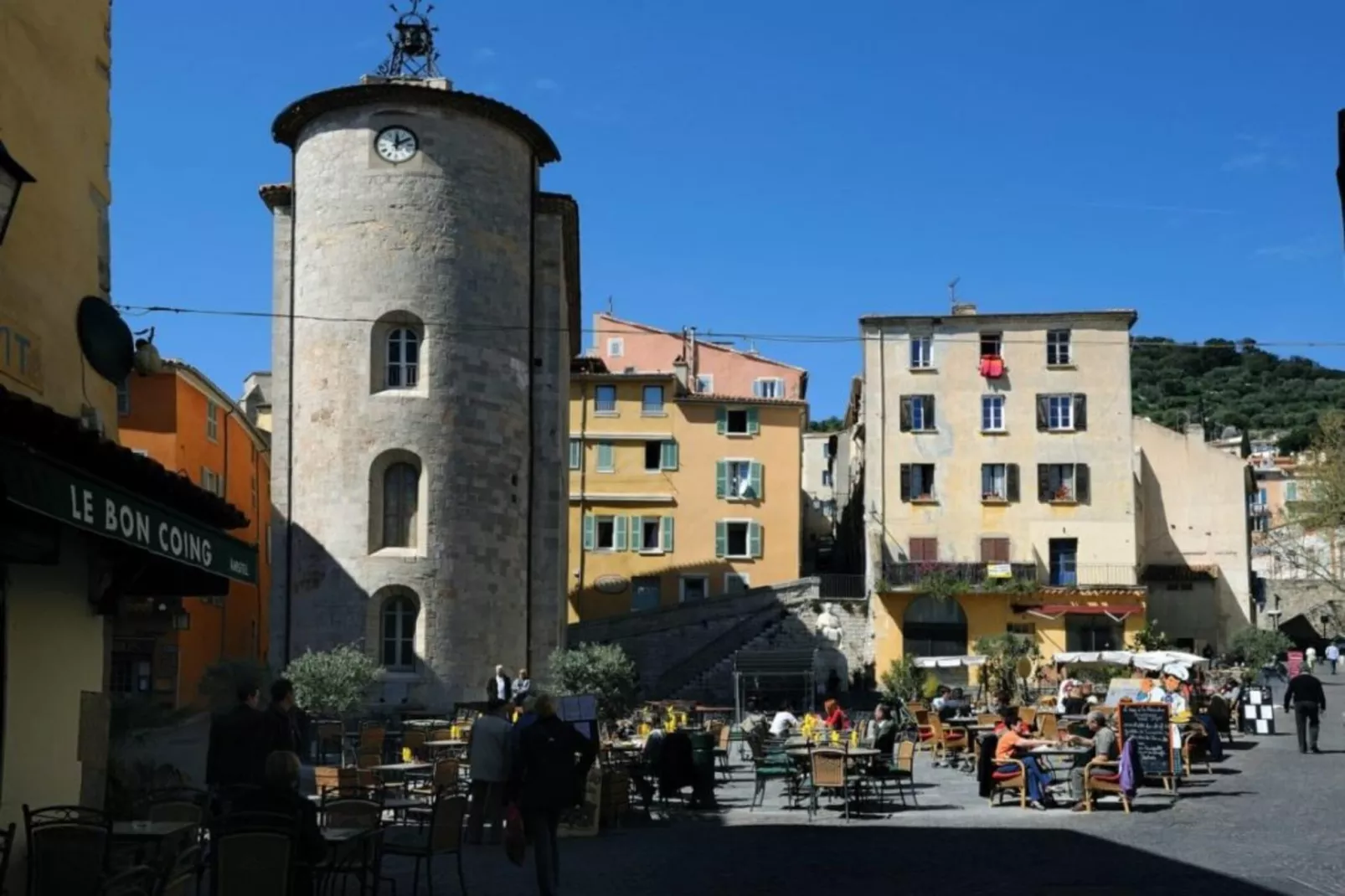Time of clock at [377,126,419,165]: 12:10
